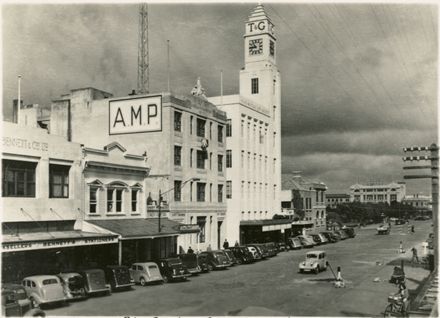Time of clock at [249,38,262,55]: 8:53
